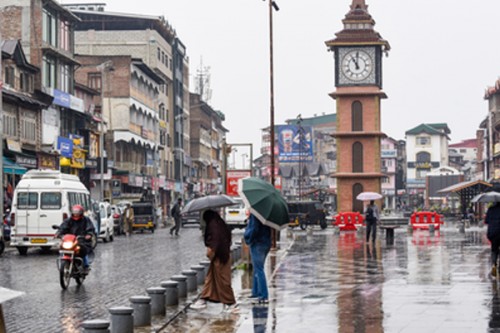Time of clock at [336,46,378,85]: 11:00
